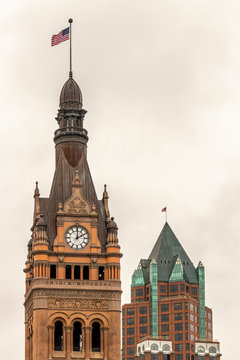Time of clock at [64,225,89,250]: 2:00
